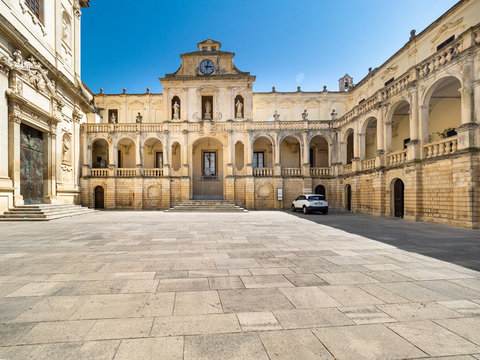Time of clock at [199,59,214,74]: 3:02
